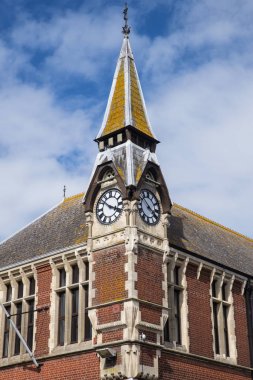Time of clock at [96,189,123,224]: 3:51
